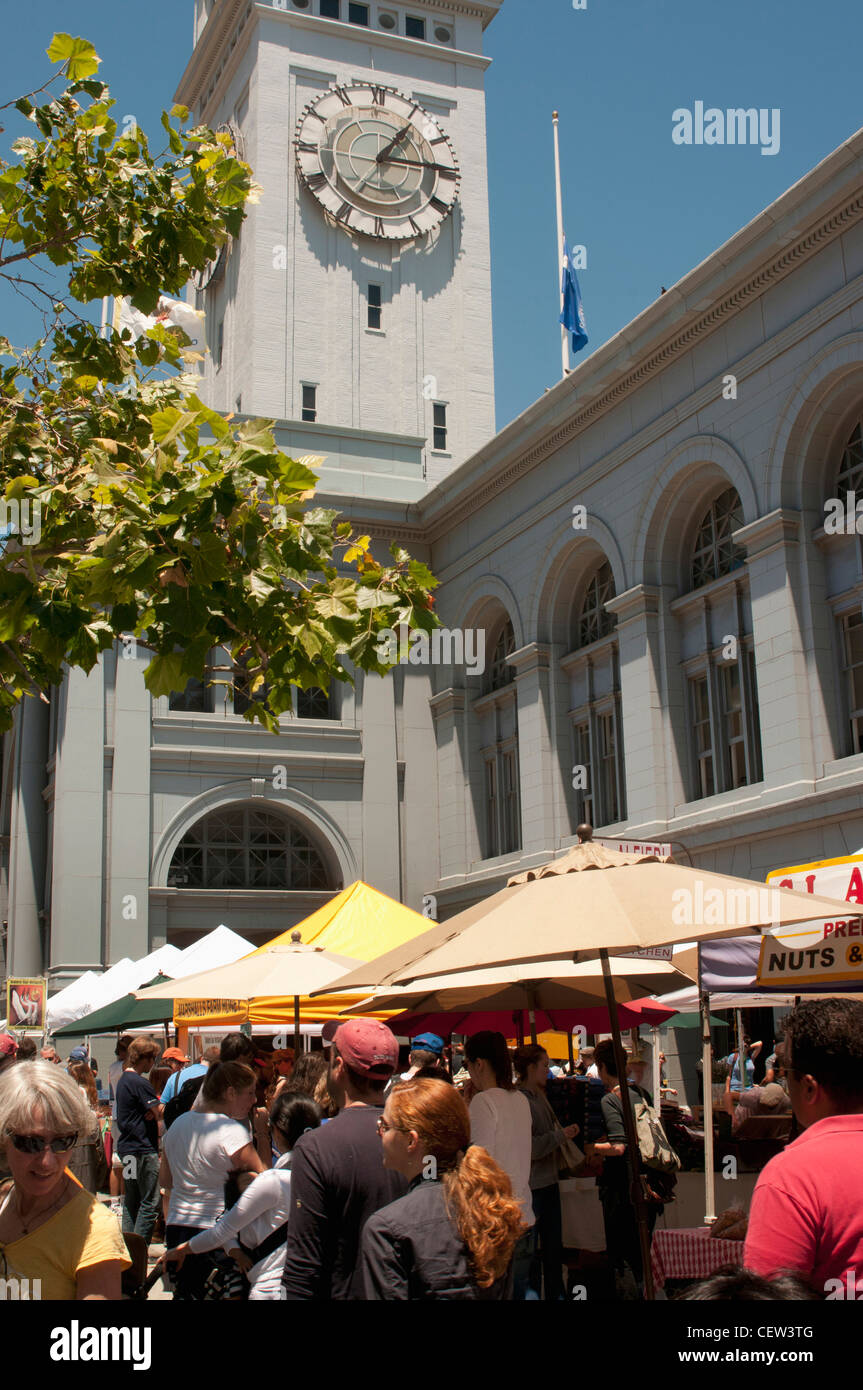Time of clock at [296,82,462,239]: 1:14
